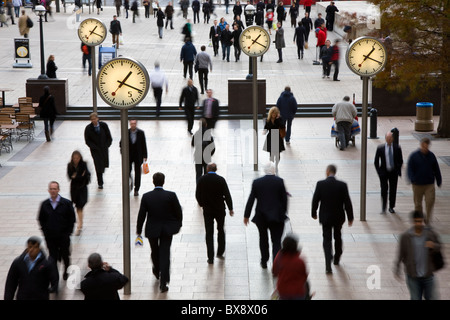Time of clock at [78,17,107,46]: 1:18
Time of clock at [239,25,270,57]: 1:19
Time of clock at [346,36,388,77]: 1:18
